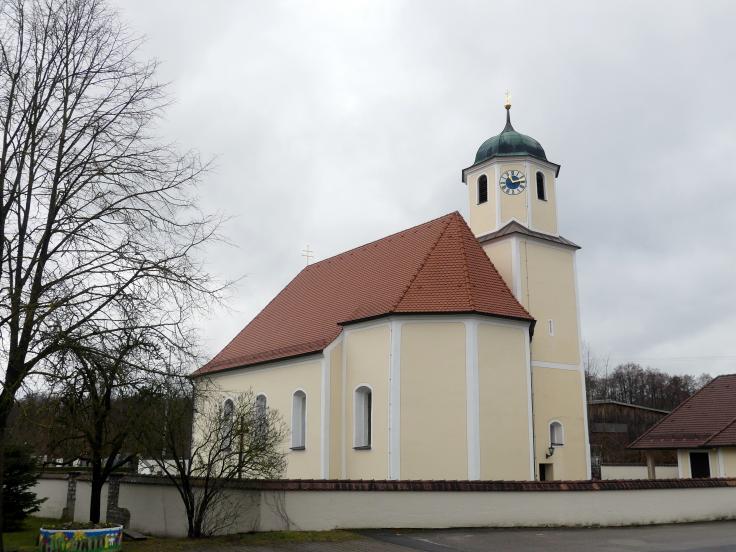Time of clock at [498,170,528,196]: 11:13
